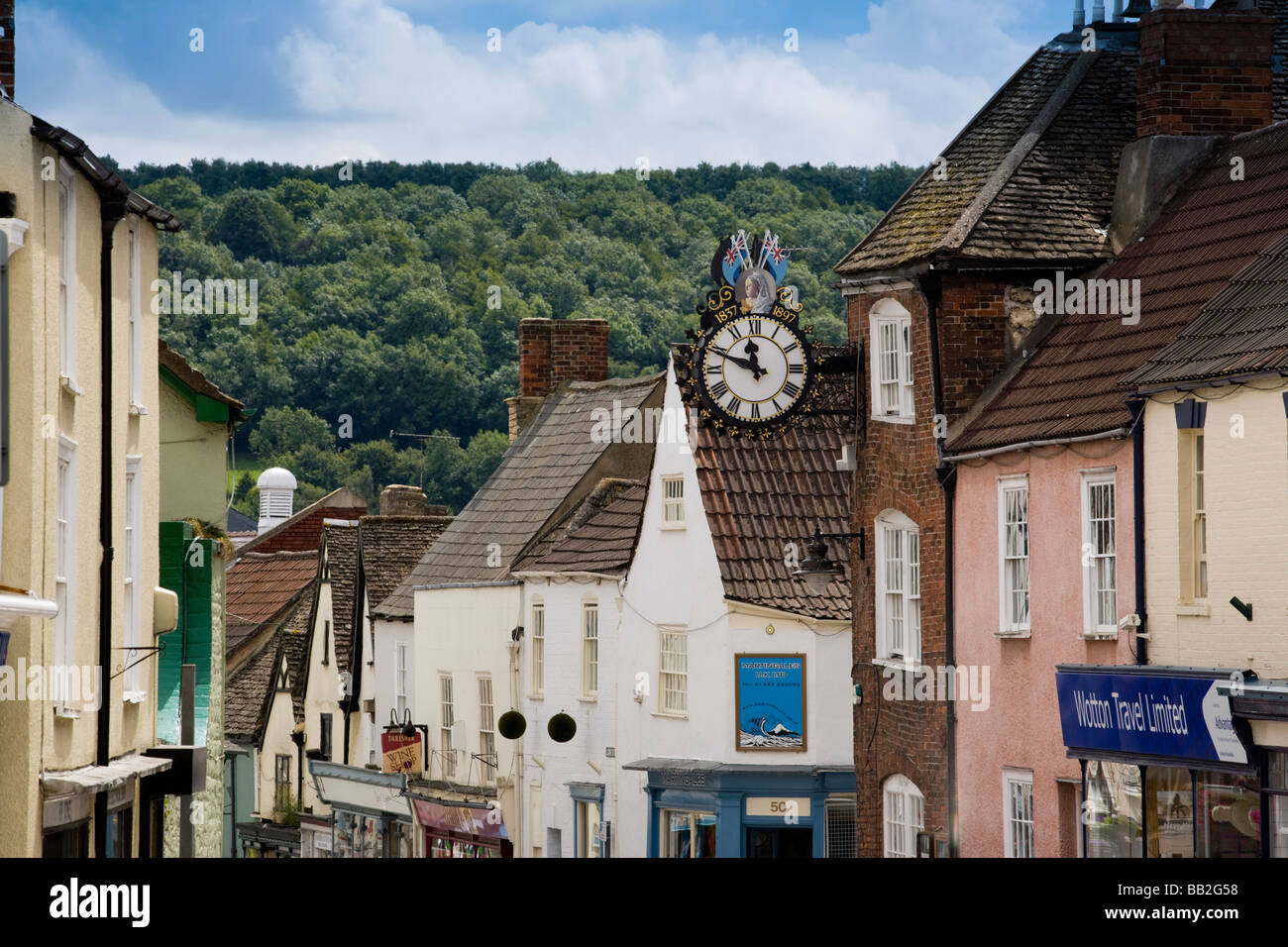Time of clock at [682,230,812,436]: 11:48
